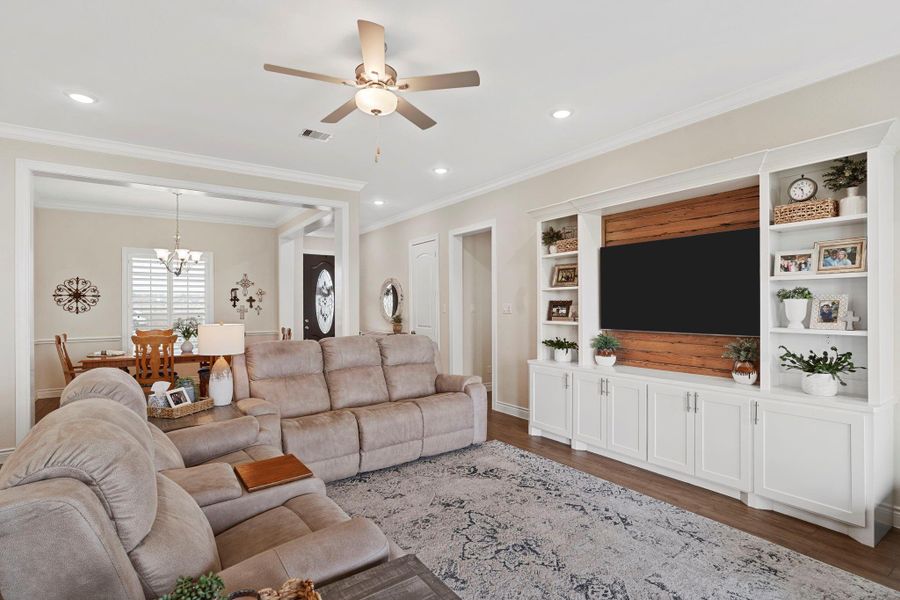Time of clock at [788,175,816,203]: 10:28
